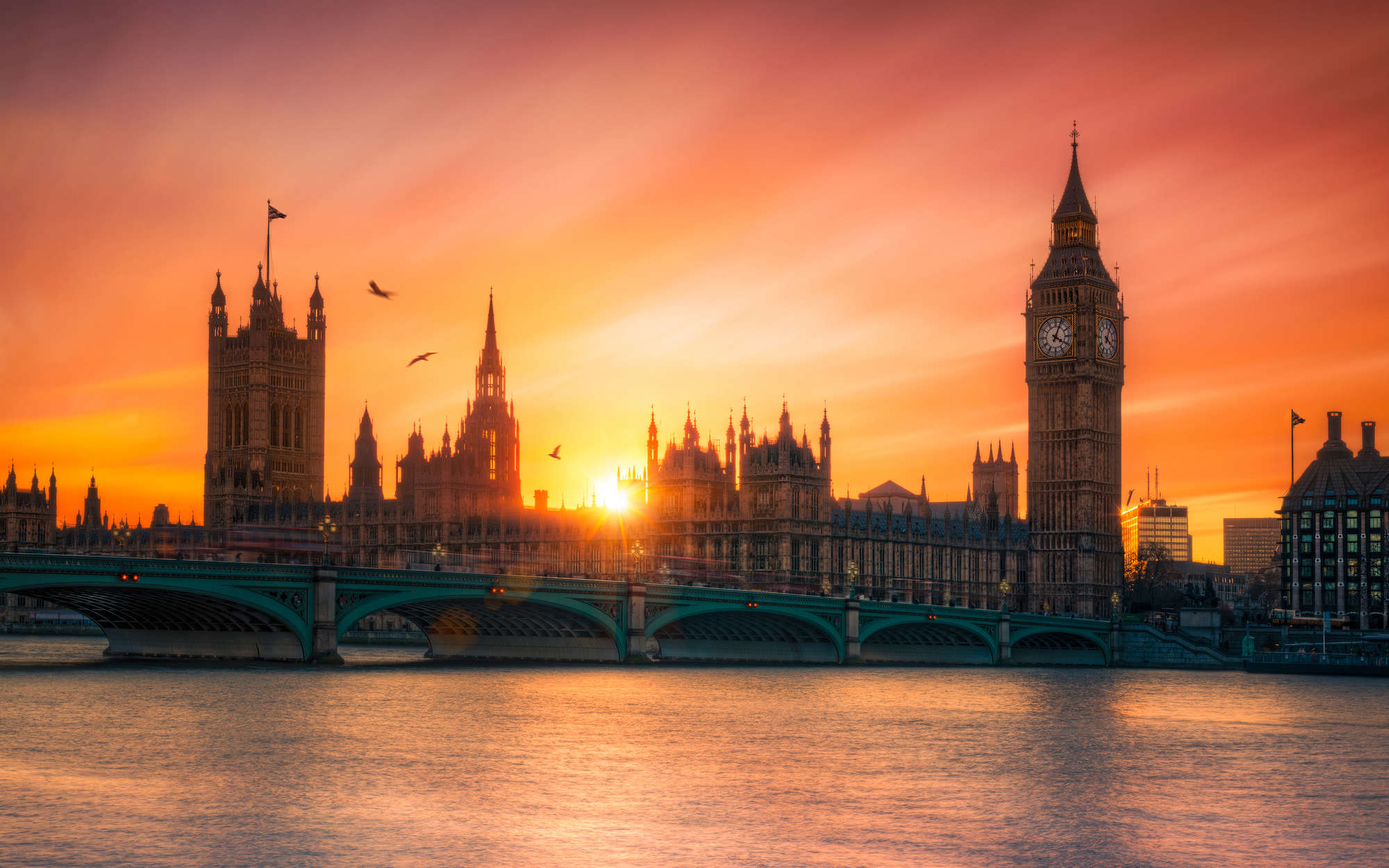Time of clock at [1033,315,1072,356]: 4:04
